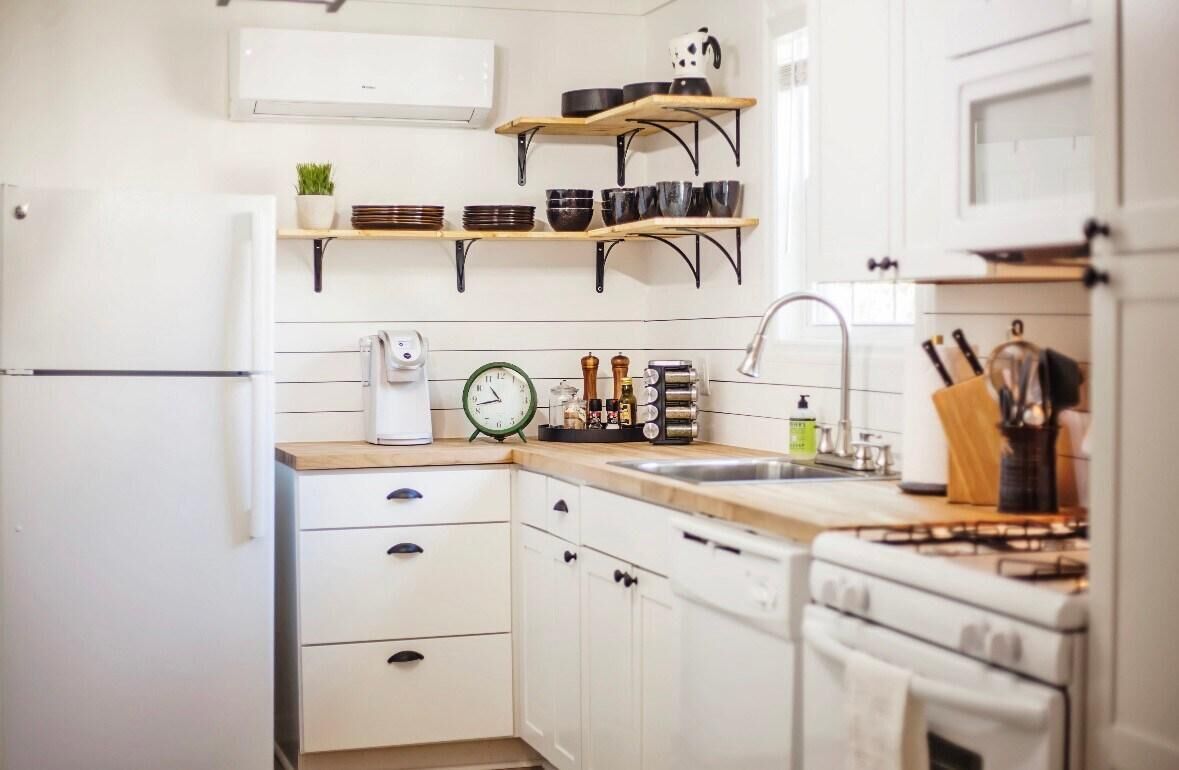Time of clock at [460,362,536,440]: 10:42
